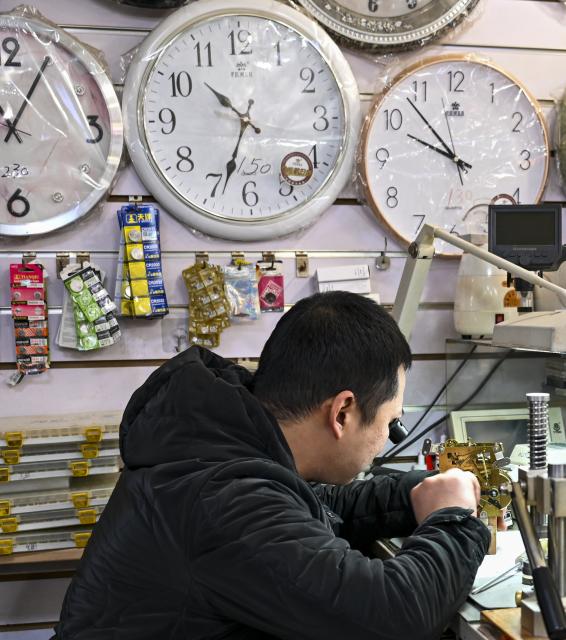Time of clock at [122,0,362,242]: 10:33
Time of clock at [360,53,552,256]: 9:53
